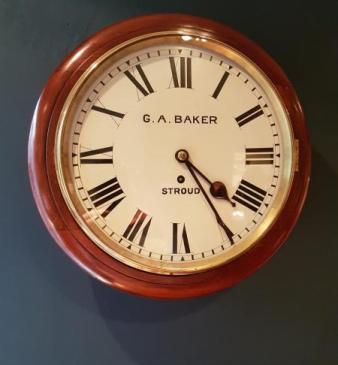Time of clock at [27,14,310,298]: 4:24
